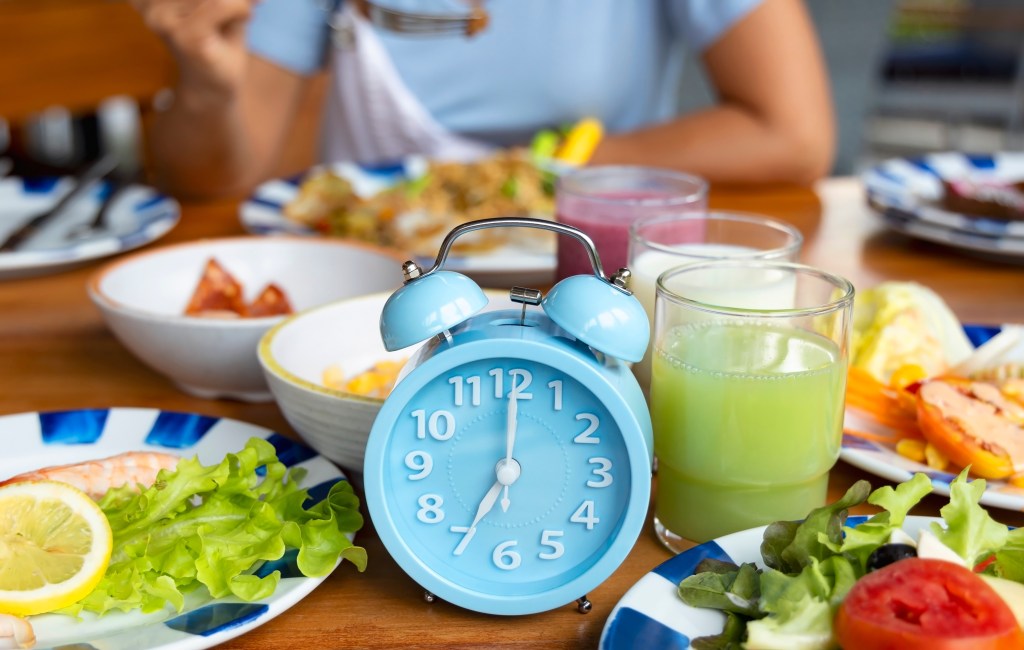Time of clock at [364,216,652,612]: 7:00
